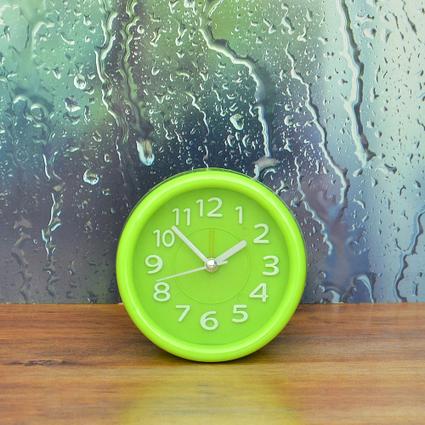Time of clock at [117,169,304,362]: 1:52
